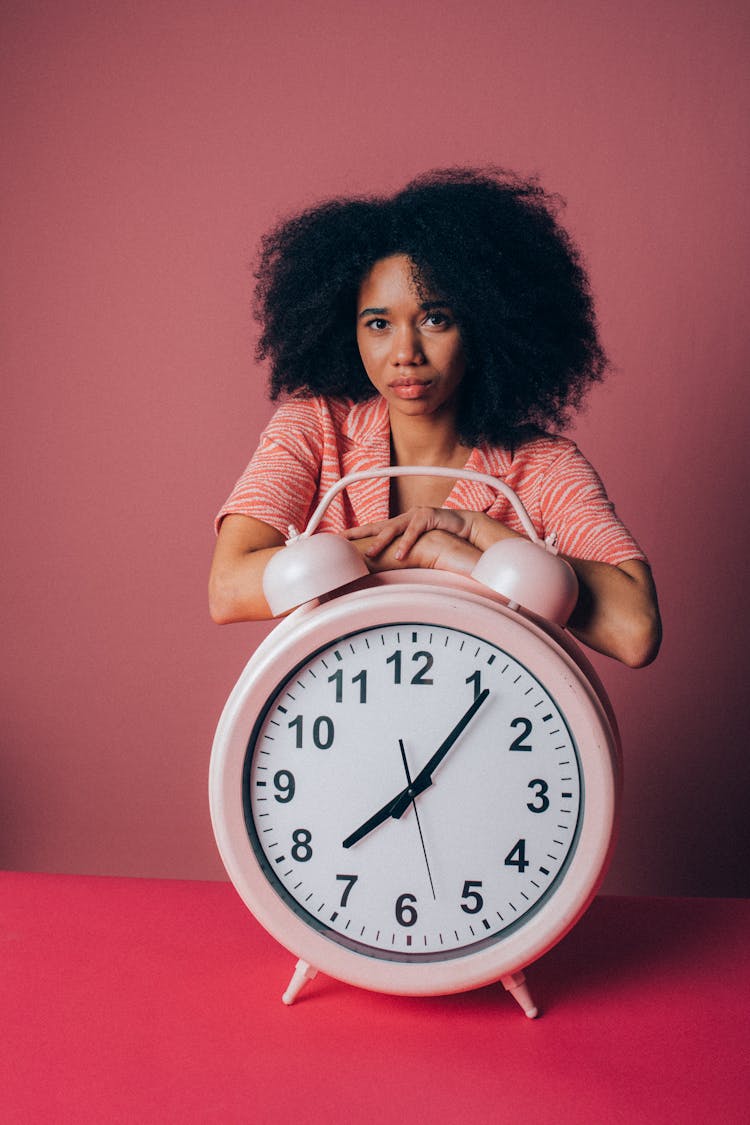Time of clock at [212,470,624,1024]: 8:06
